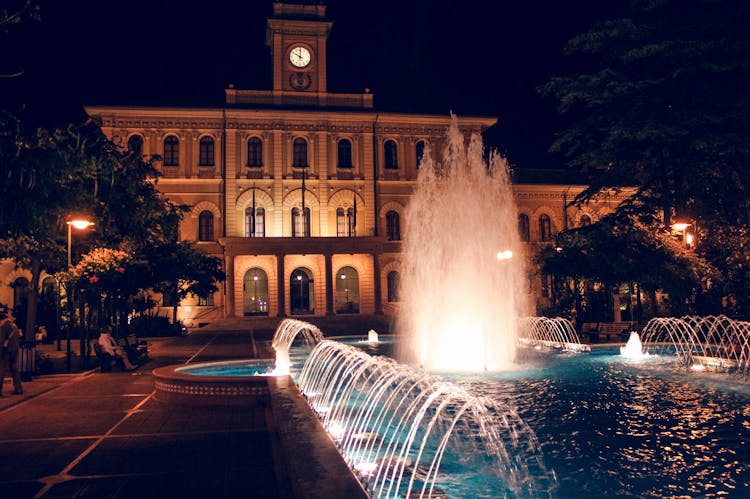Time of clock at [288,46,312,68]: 10:00
